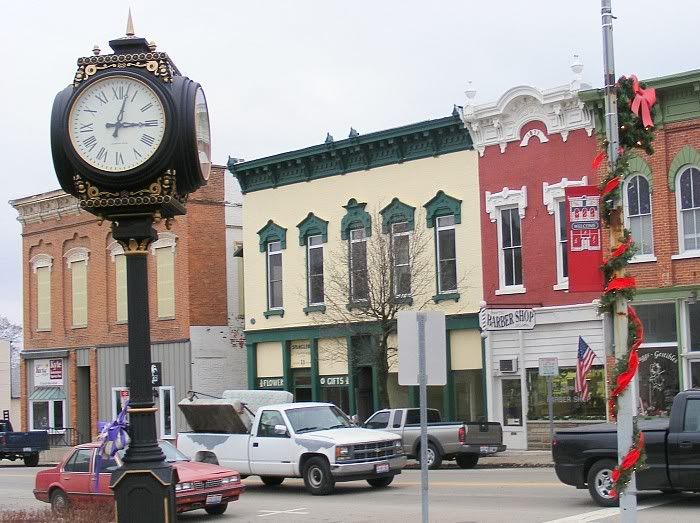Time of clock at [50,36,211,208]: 3:02
